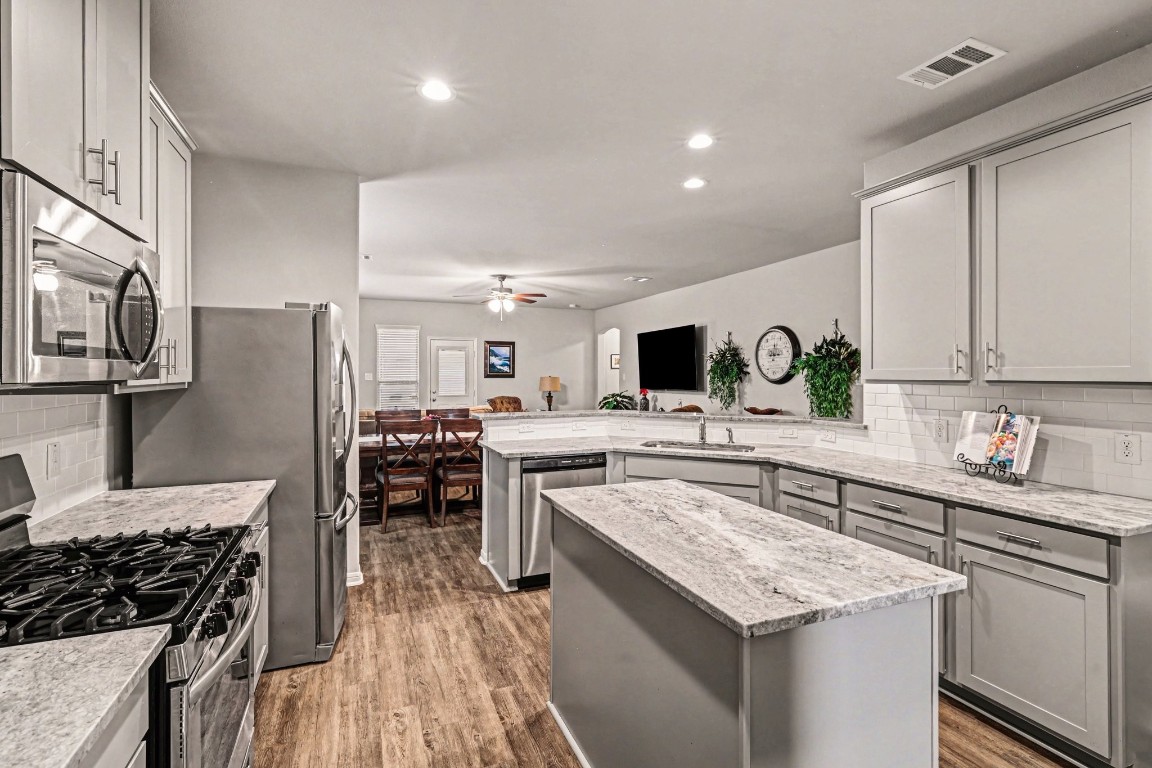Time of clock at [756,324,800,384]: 9:01
